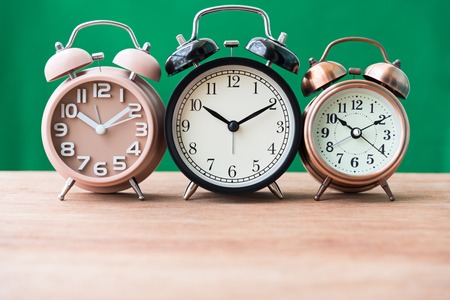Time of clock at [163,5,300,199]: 10:10
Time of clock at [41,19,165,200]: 10:09
